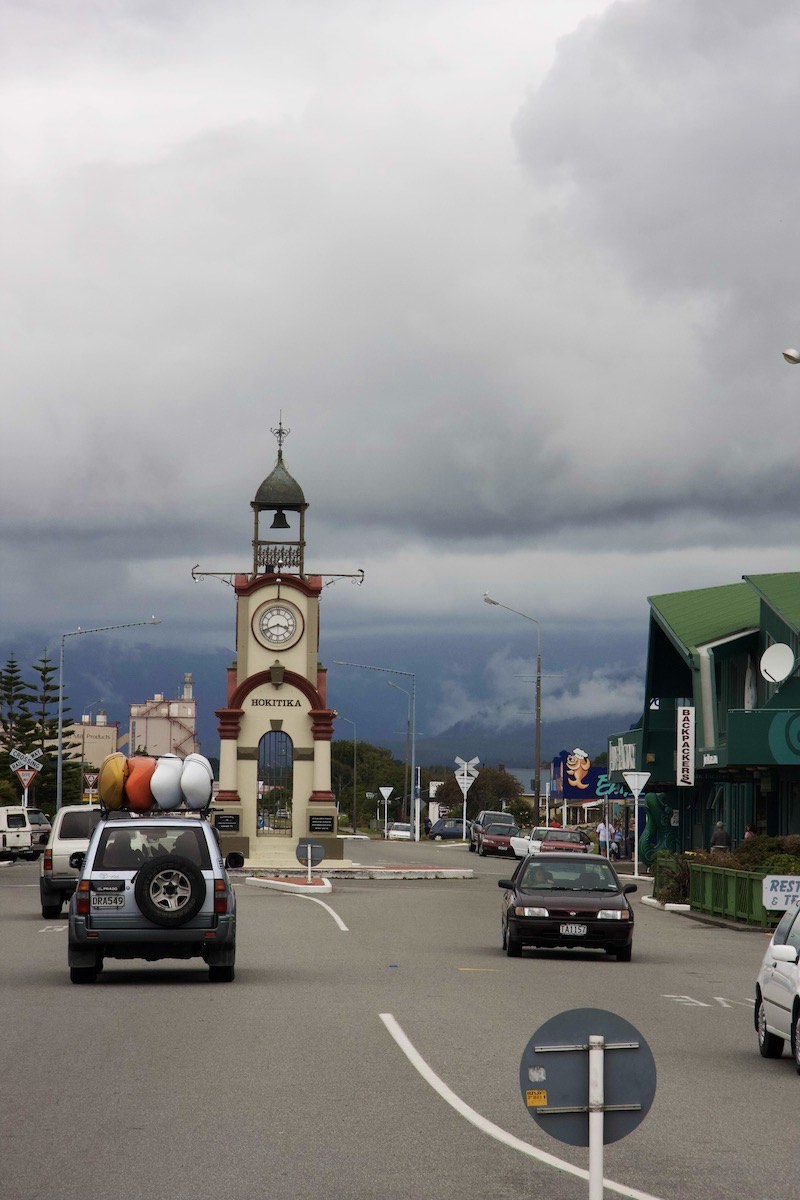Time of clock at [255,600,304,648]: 3:41
